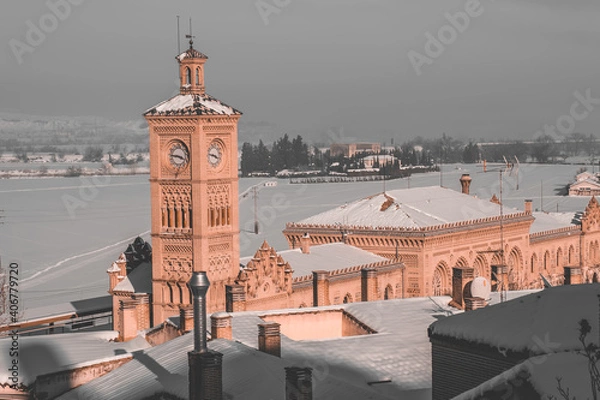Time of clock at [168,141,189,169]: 3:44
